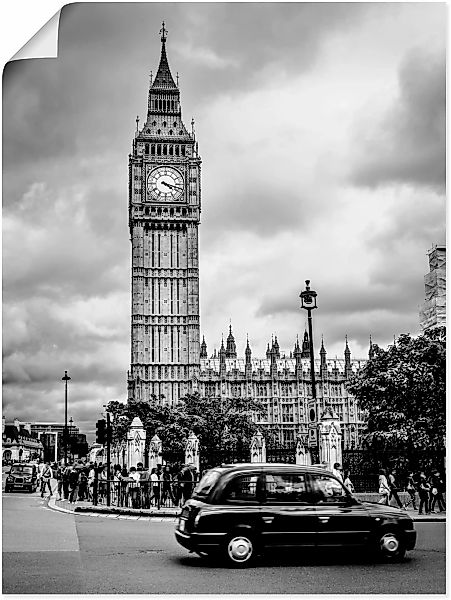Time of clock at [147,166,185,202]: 4:17
